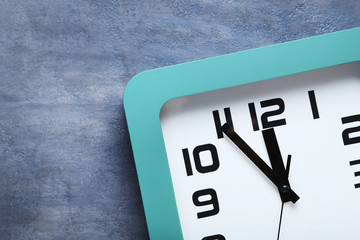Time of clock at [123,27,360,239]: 11:54
